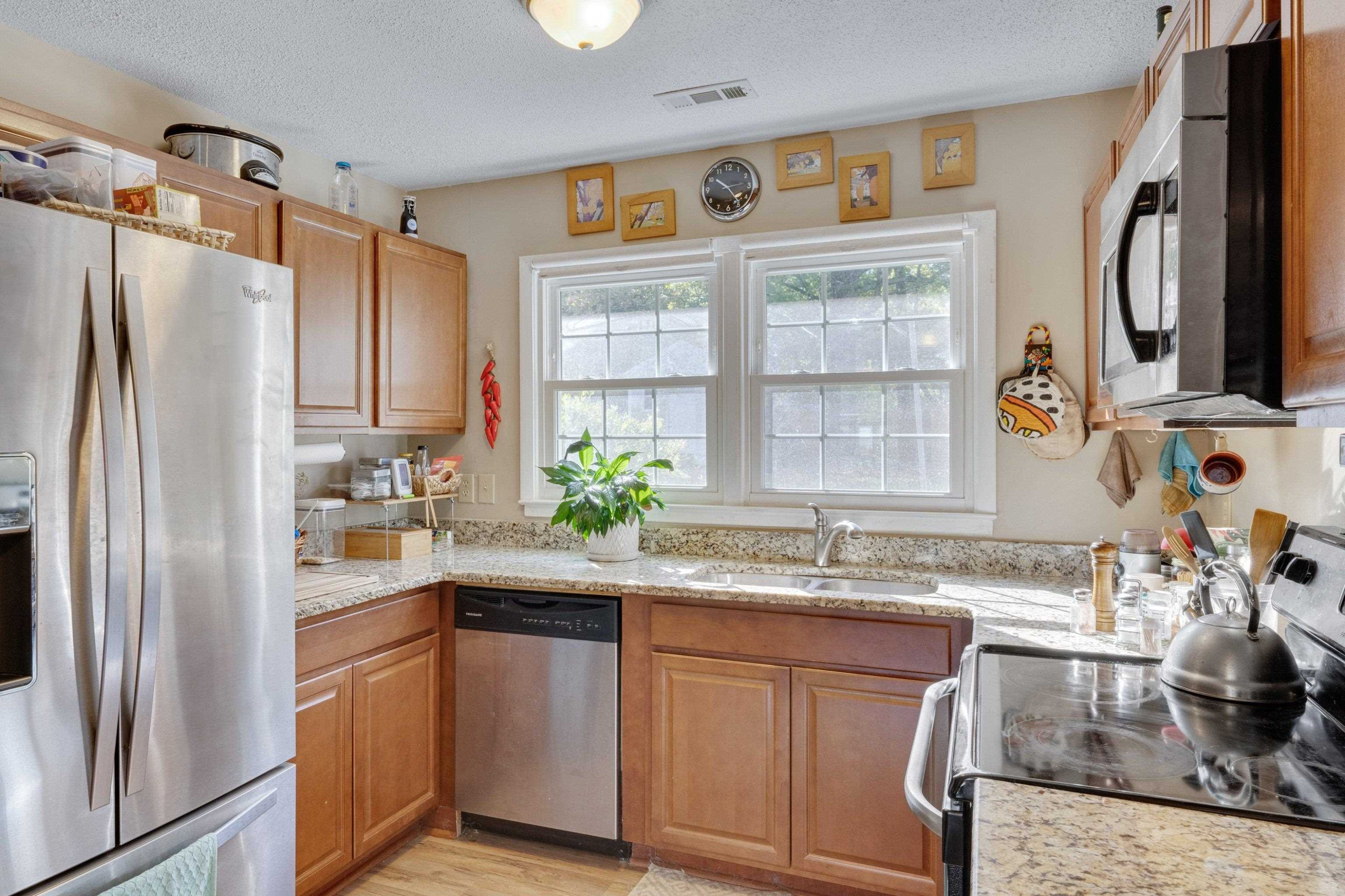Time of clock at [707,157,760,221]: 10:24
